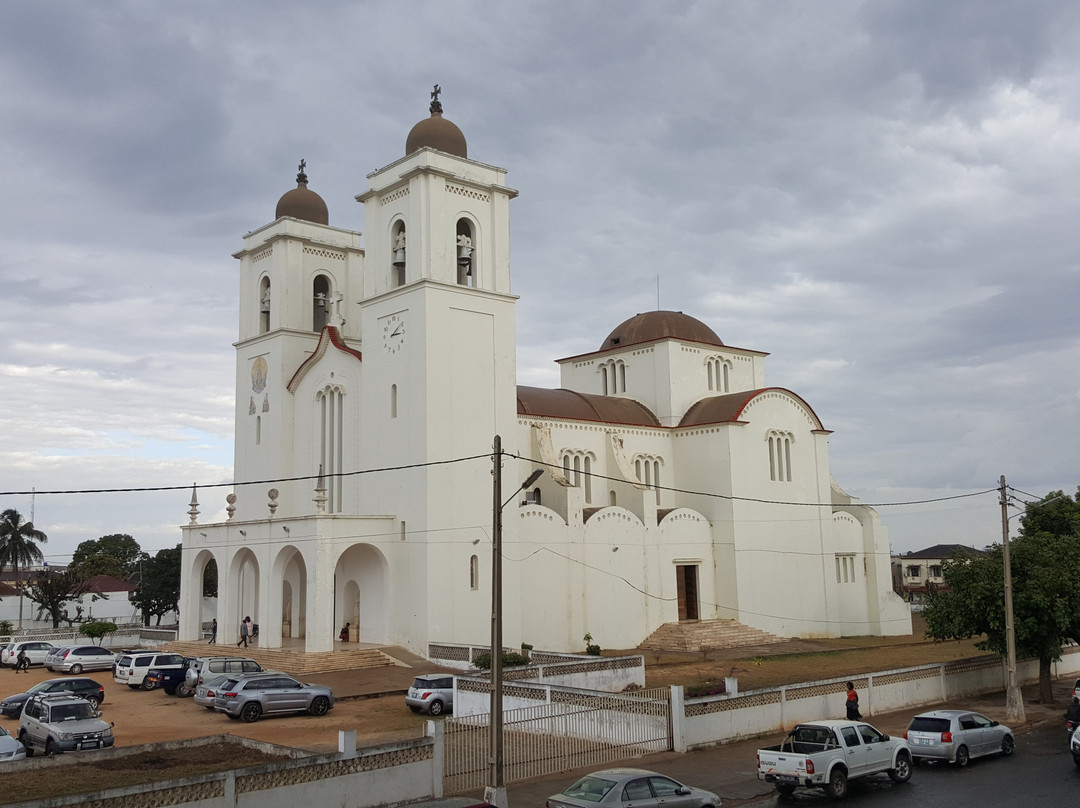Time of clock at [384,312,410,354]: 3:09
